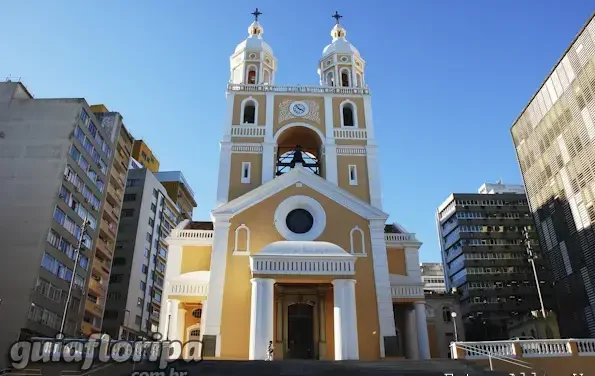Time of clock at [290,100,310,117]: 3:54
